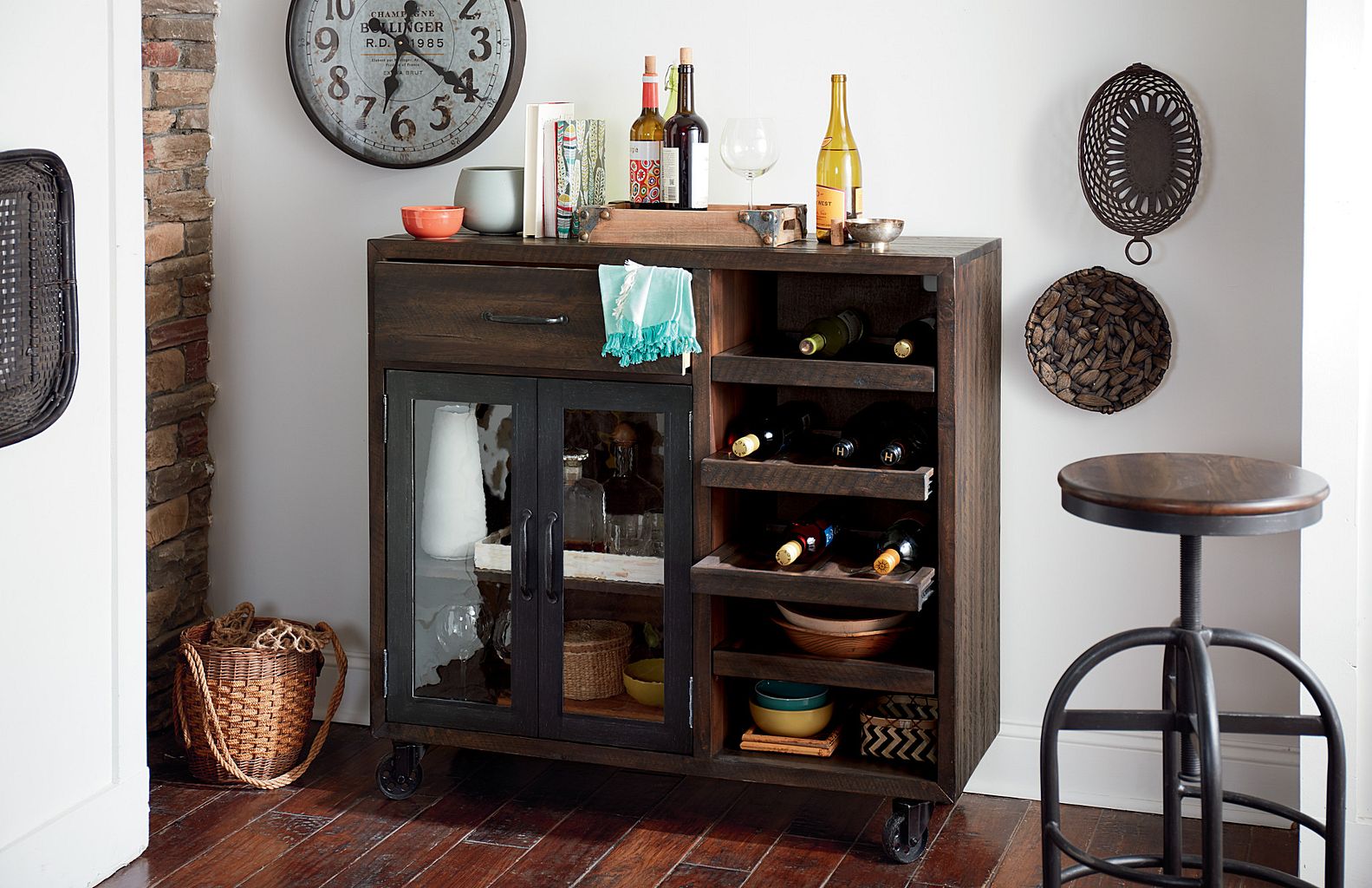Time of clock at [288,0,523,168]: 6:20
